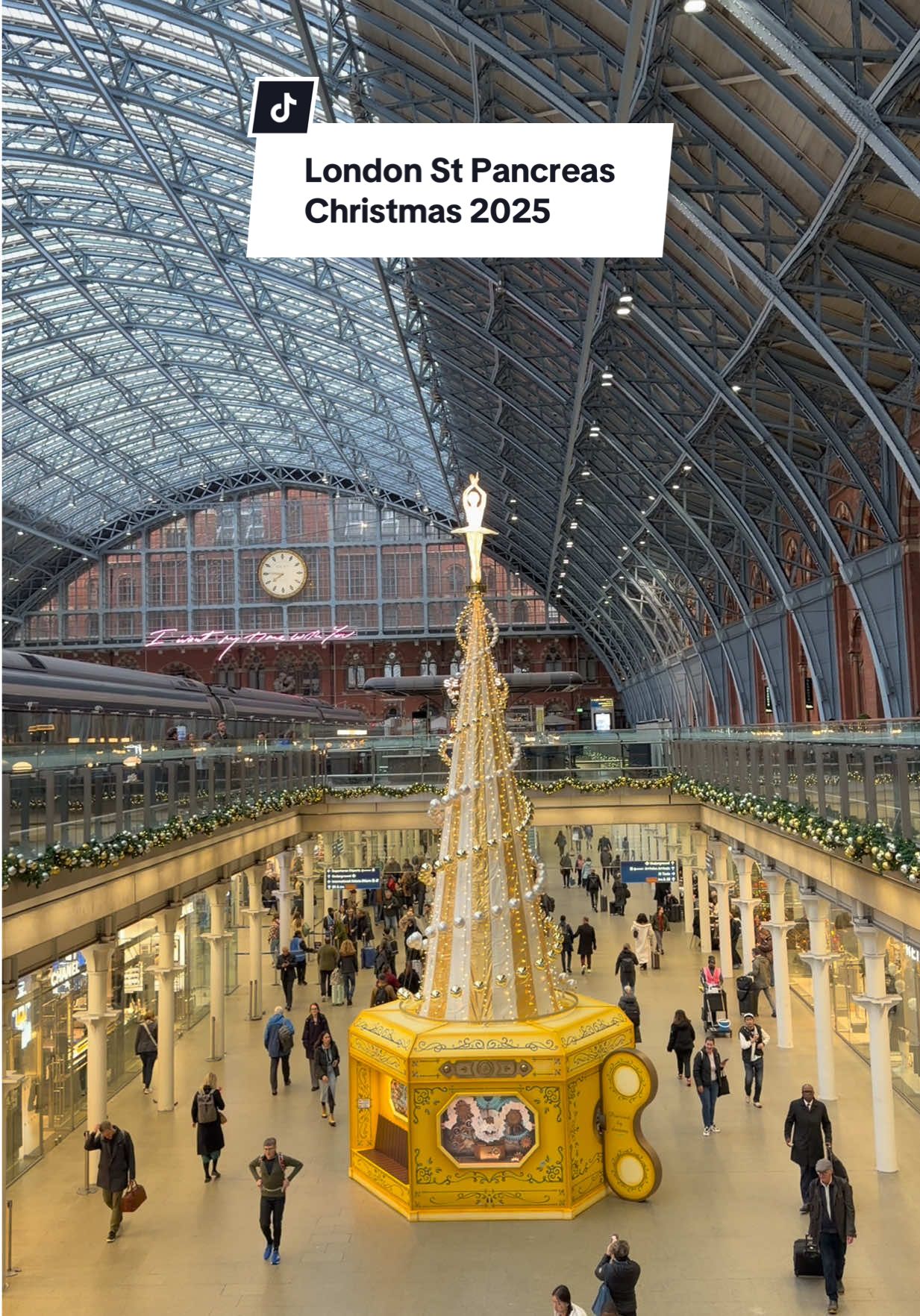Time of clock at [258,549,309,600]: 7:45
